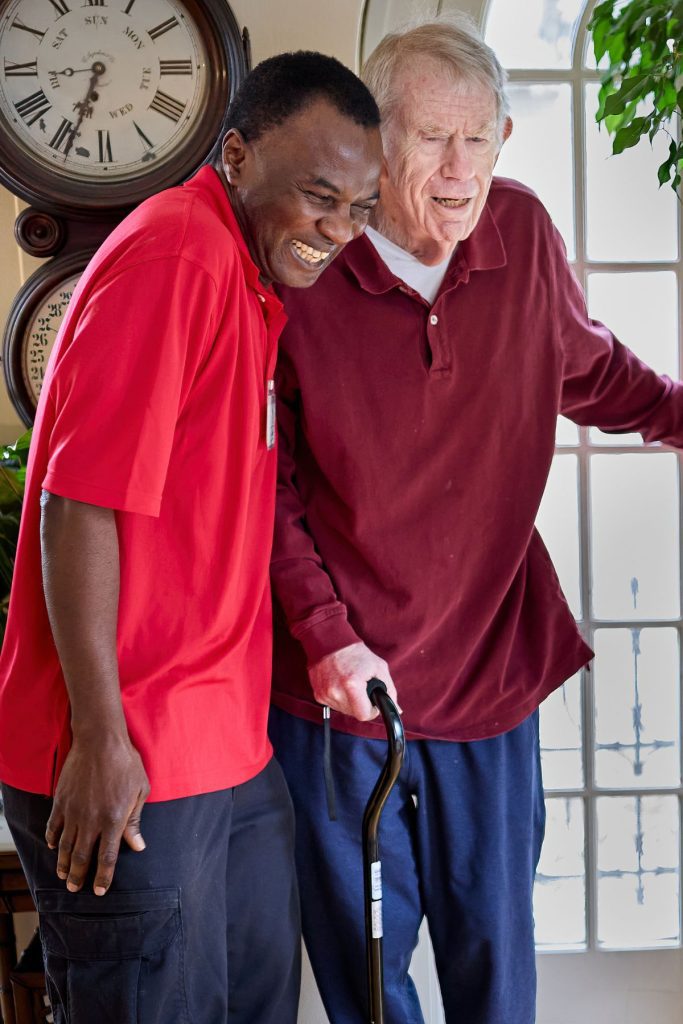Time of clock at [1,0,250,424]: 6:33
